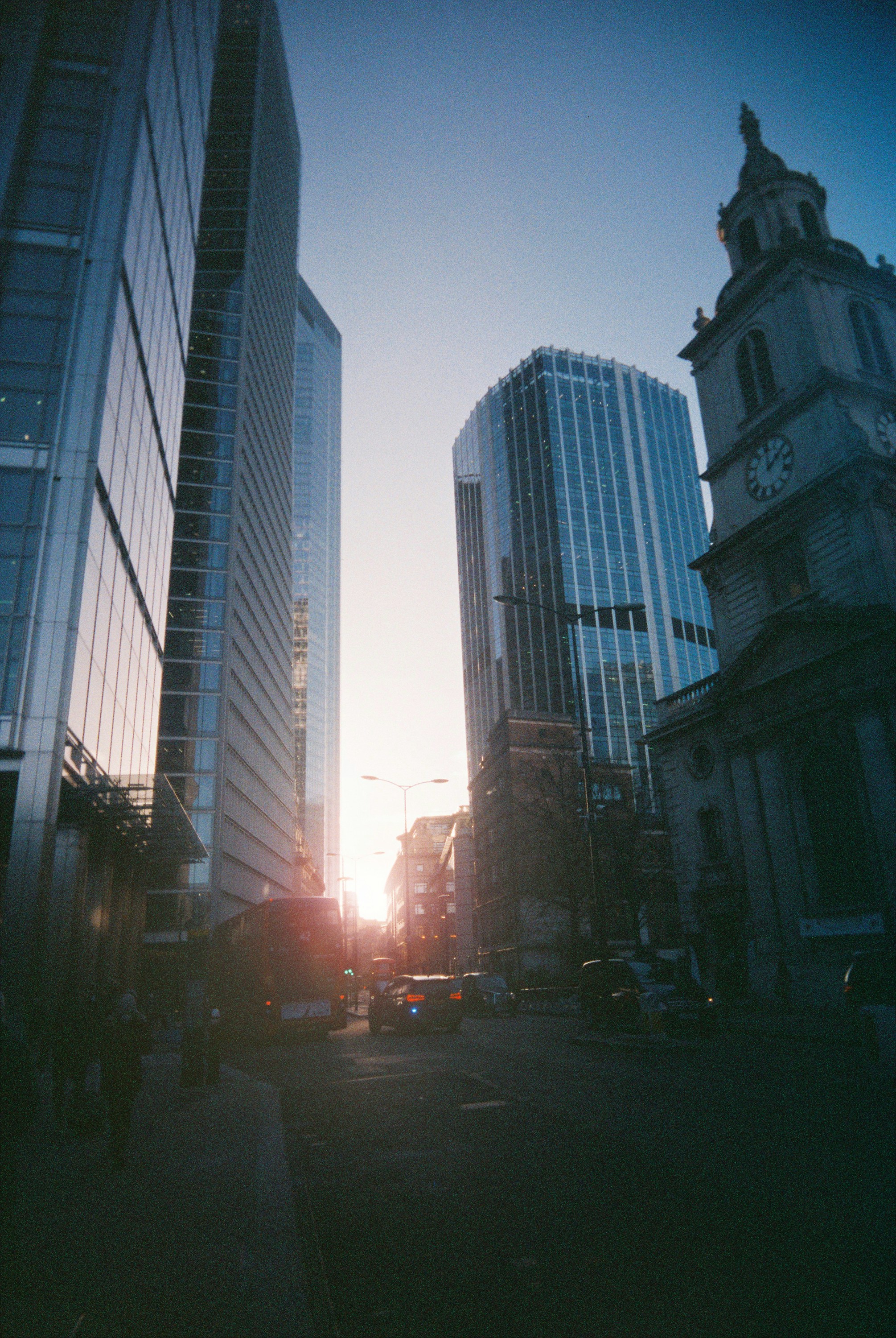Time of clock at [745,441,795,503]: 12:07
